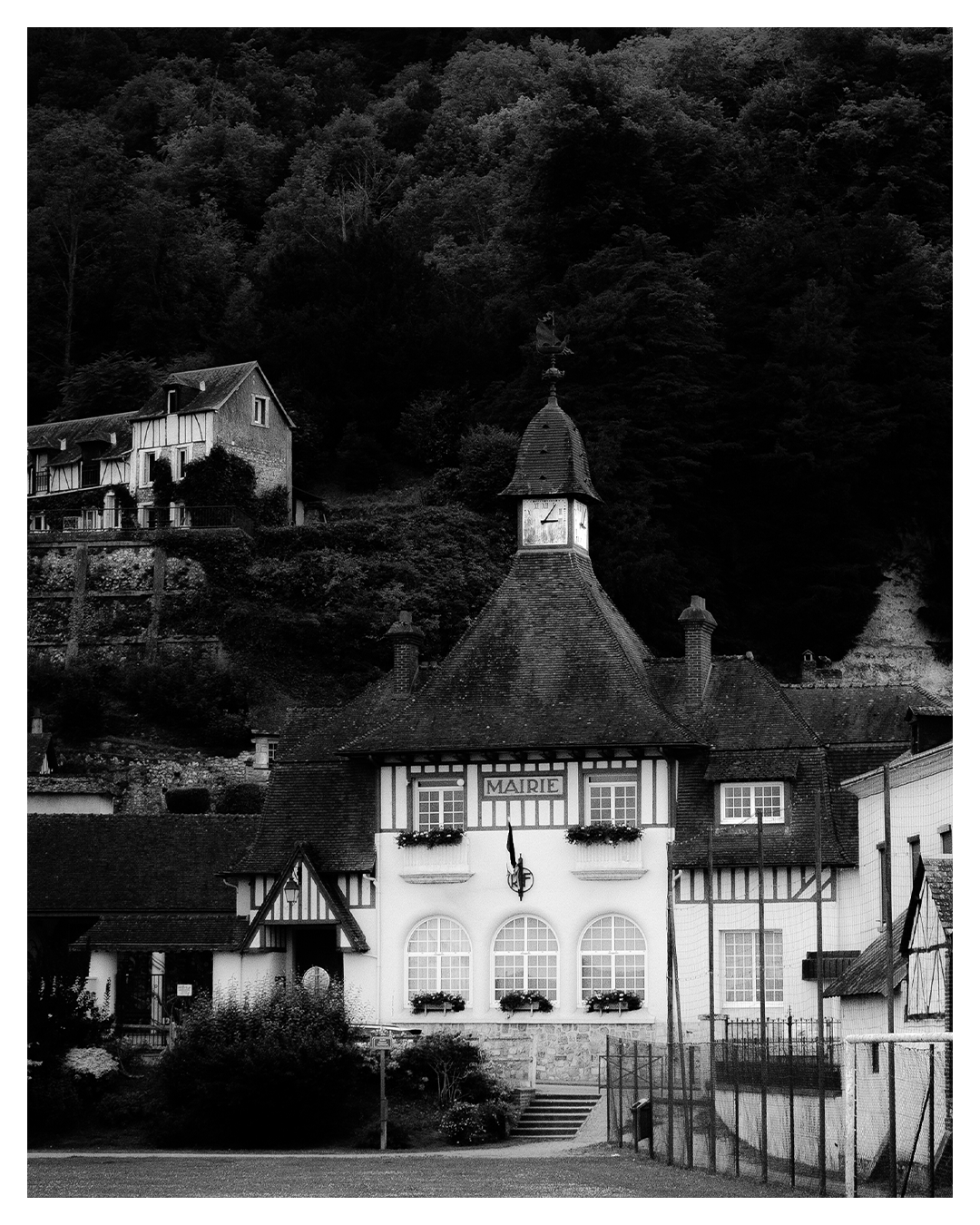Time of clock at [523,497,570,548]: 3:05
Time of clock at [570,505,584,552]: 3:04
